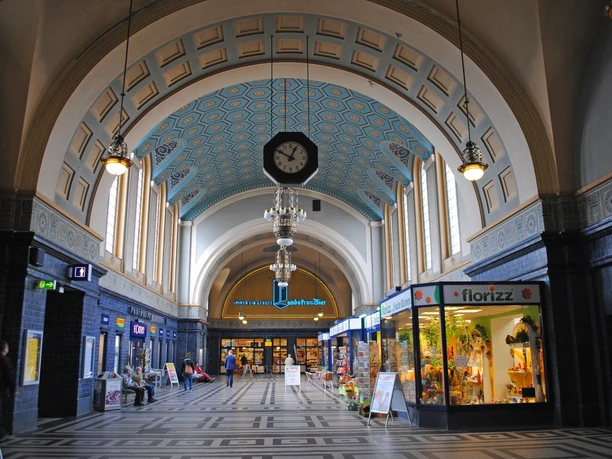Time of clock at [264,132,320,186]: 12:49
